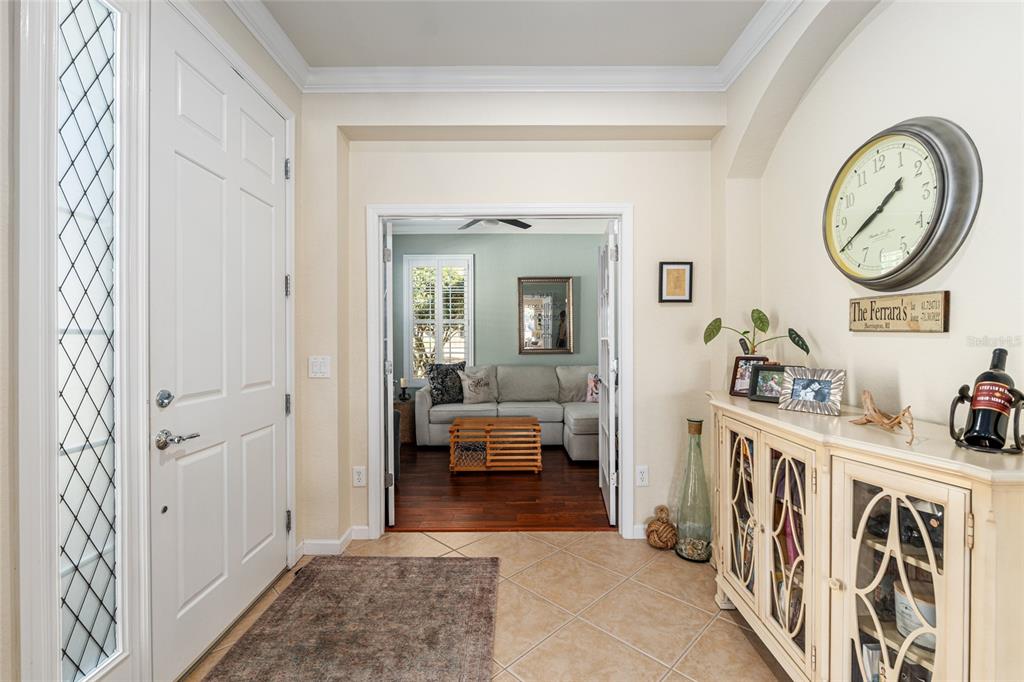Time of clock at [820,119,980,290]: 1:40
